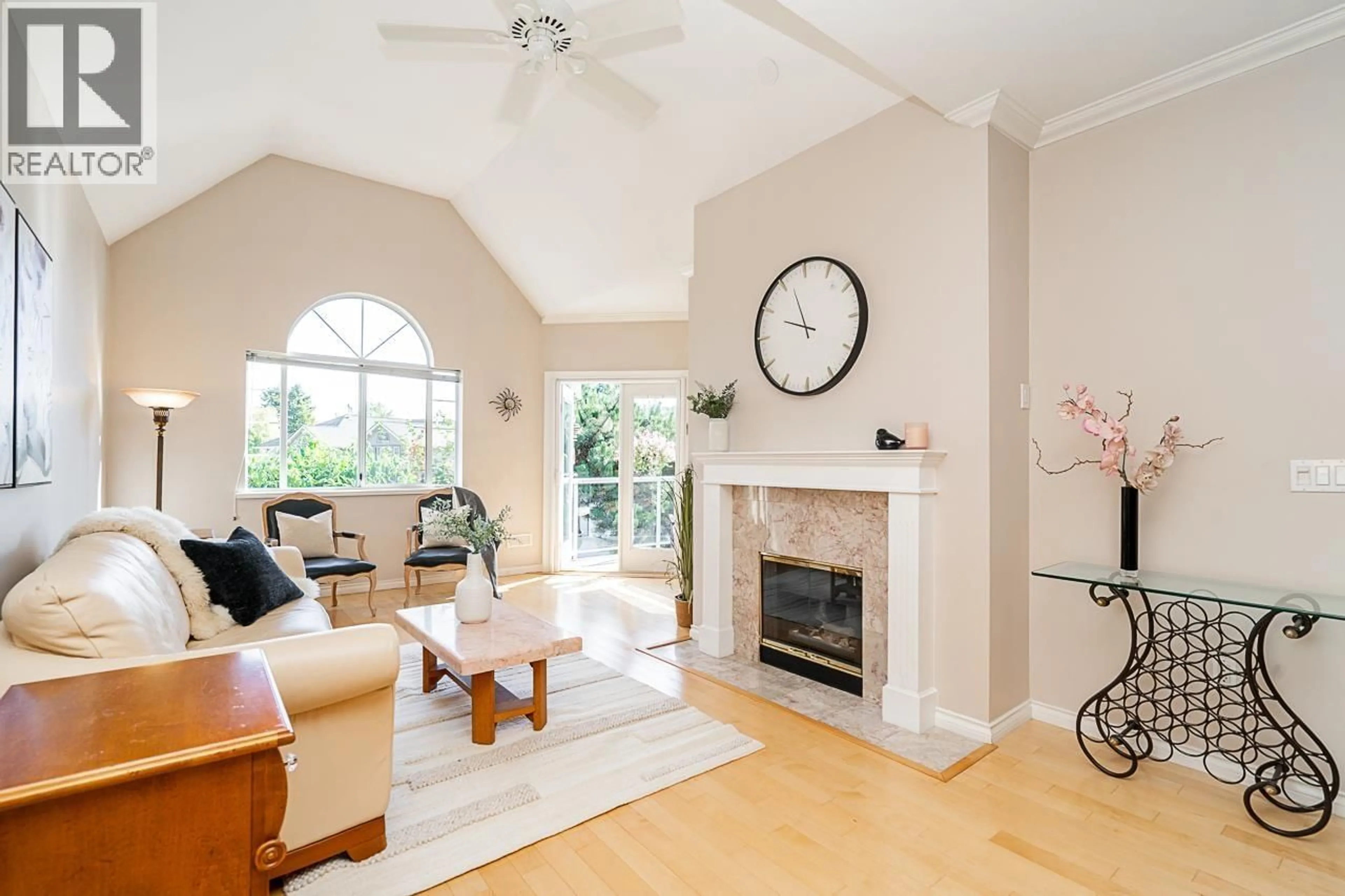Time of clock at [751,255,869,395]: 9:56
